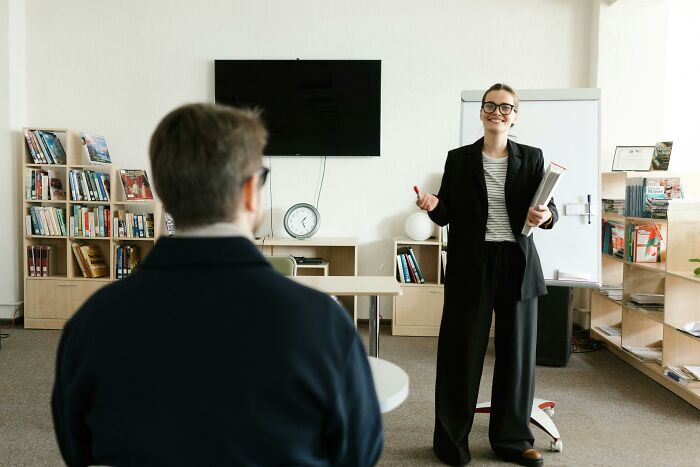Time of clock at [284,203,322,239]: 1:25
